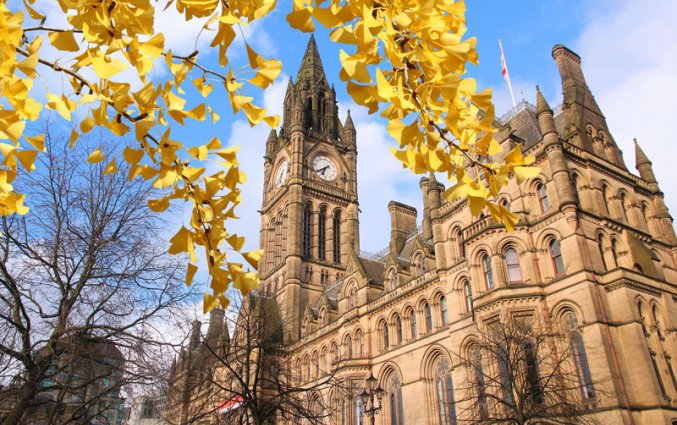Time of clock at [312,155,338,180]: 6:39
